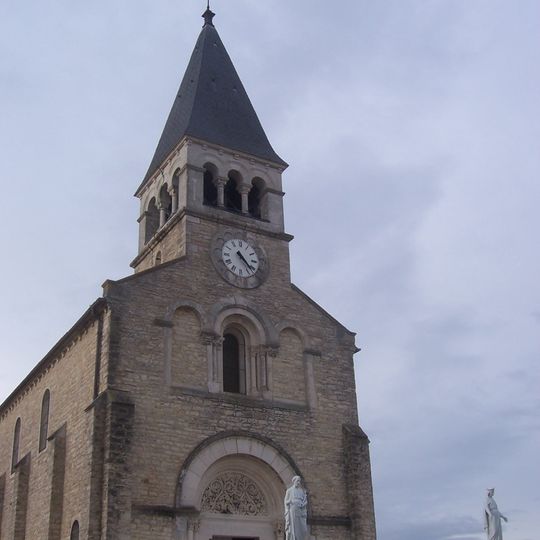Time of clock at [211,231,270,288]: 4:23
